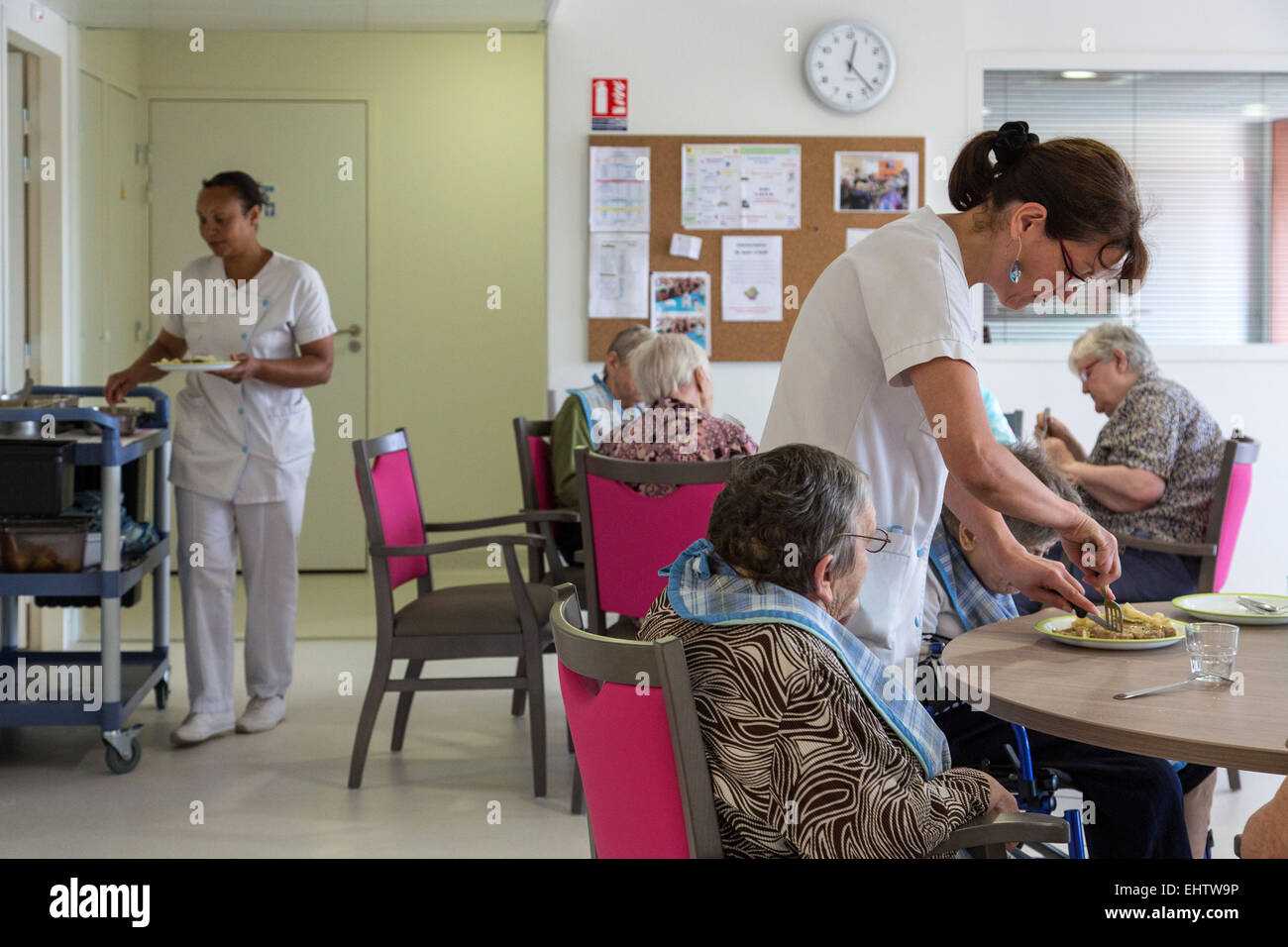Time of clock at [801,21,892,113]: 12:22
